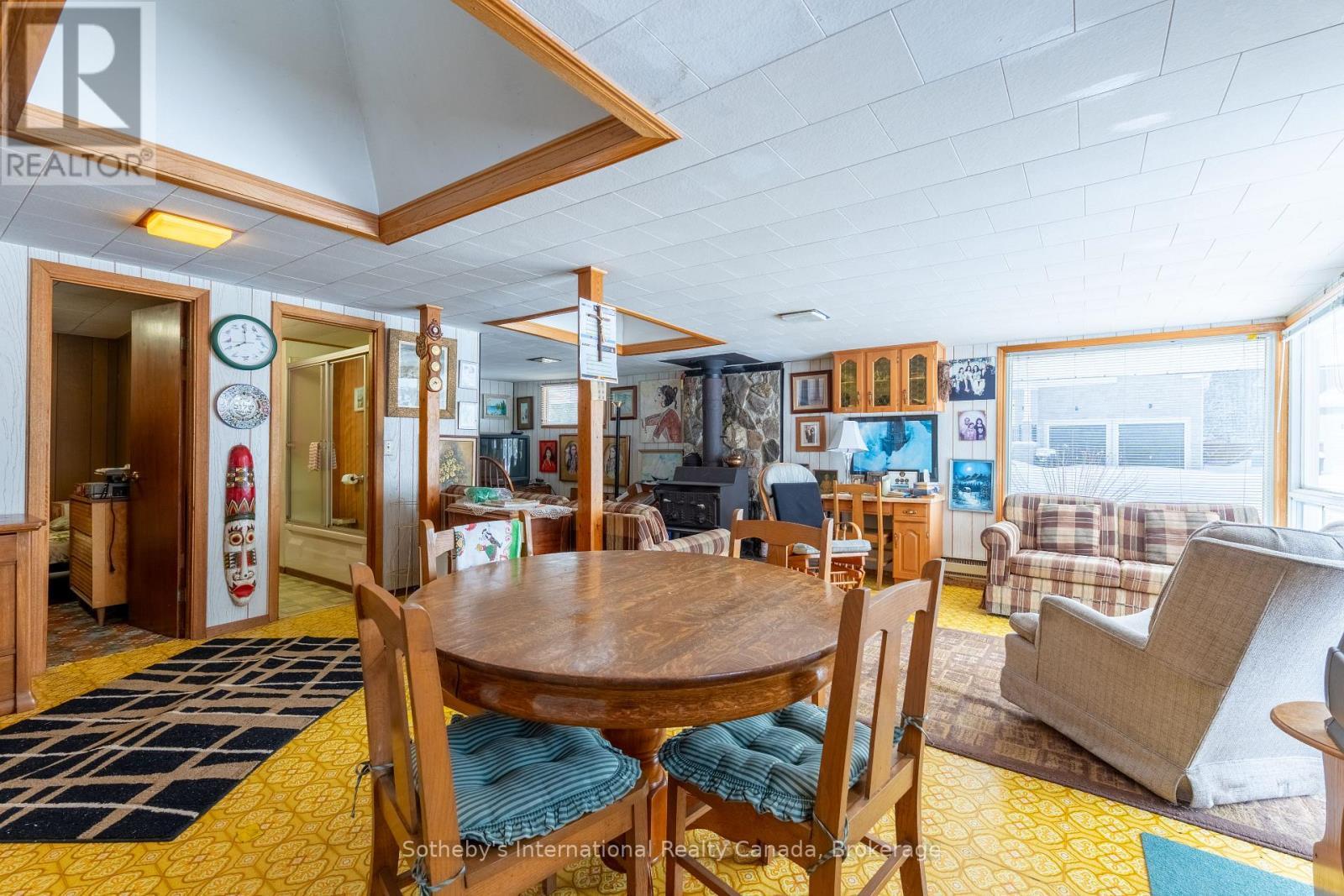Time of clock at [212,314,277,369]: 7:59
